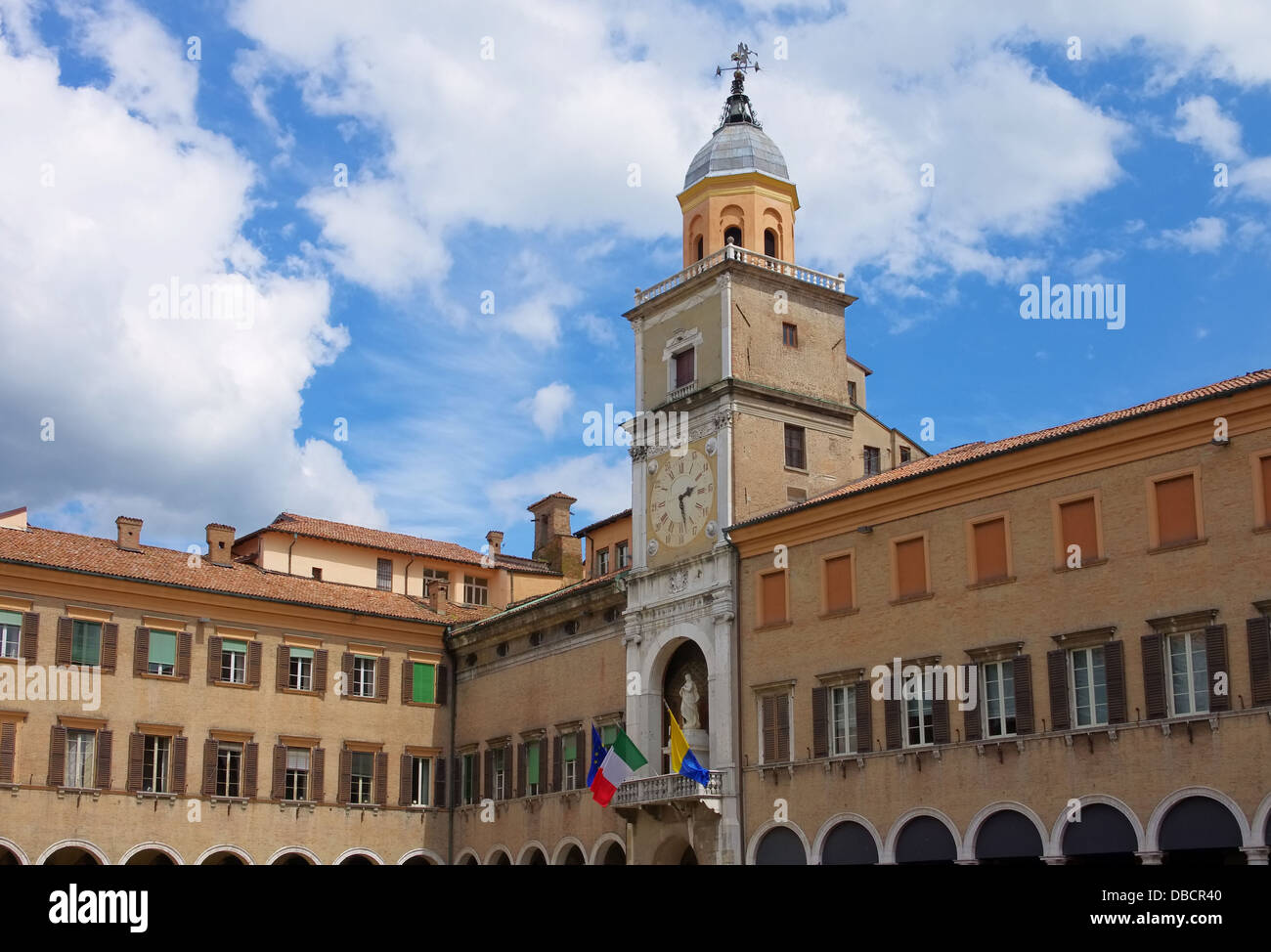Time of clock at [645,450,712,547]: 2:28
